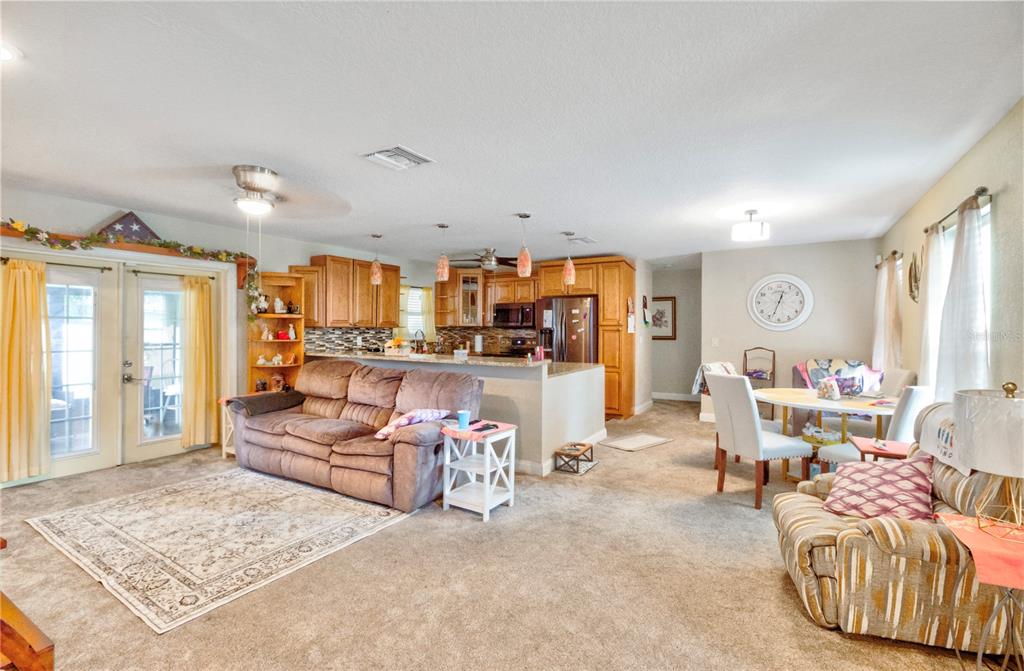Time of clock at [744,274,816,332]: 12:33
